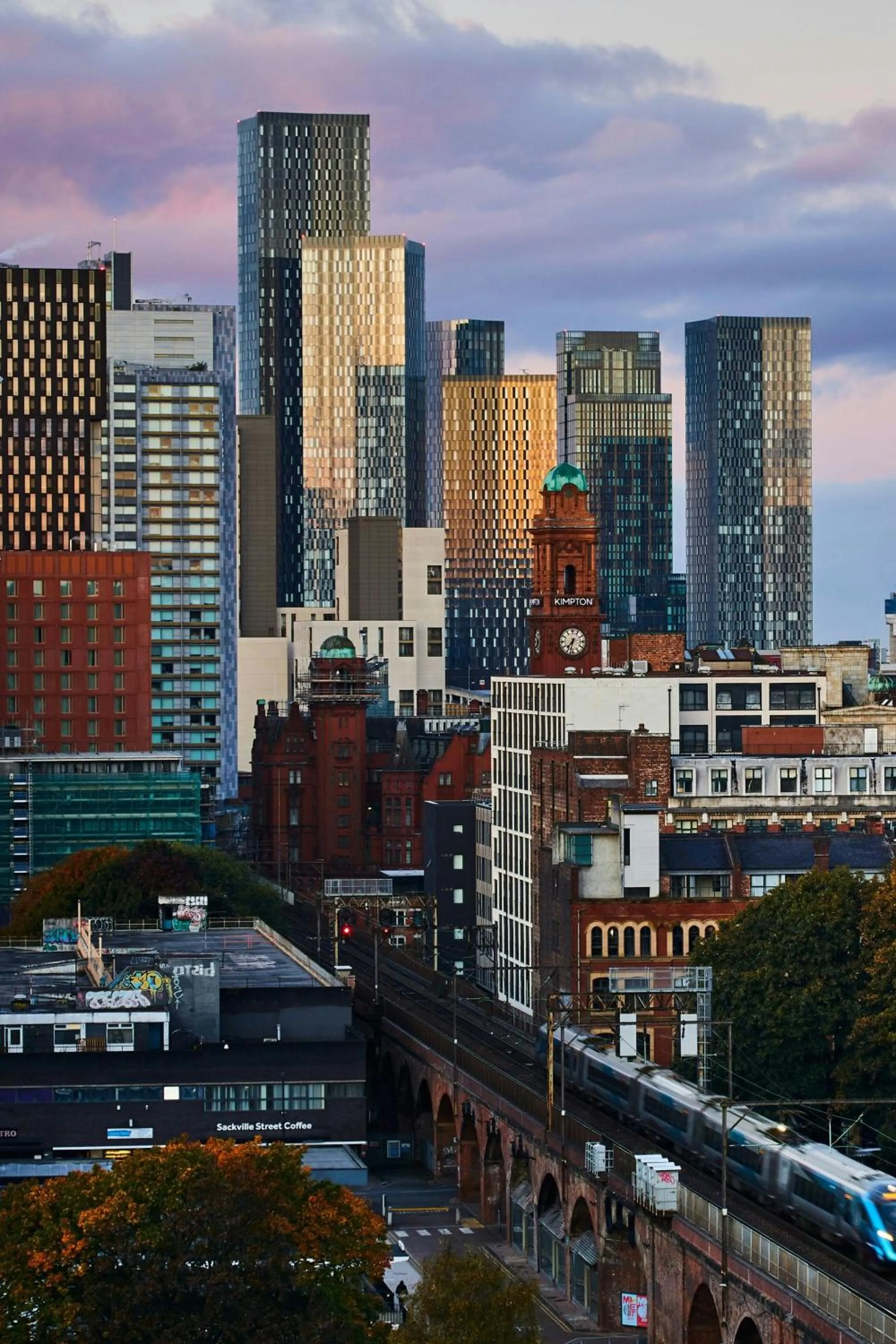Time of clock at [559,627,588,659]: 7:32
